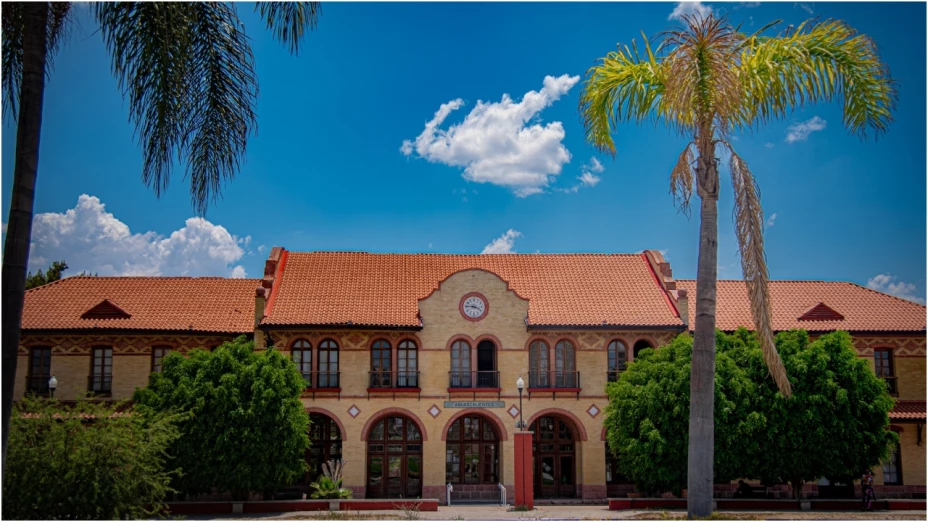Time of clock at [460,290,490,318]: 3:45
